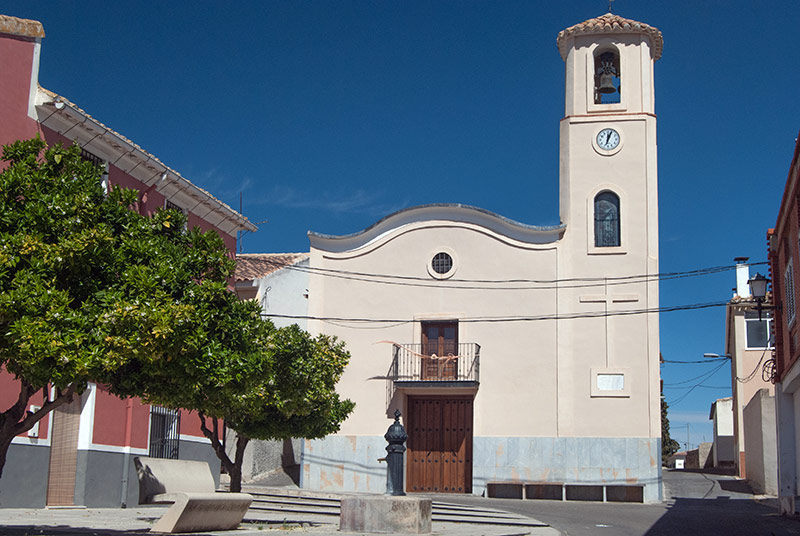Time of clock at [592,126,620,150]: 12:03
